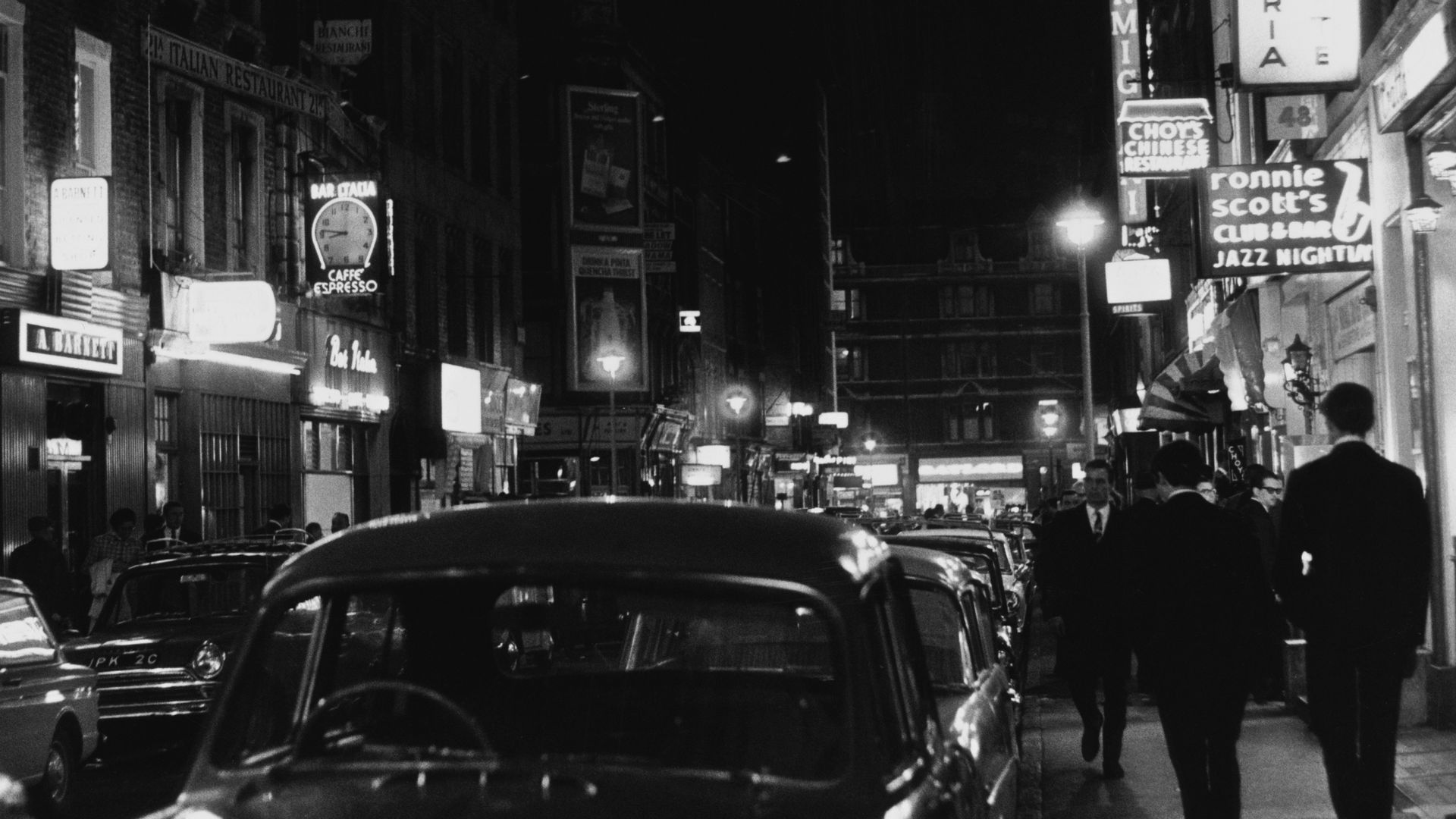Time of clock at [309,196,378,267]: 8:46
